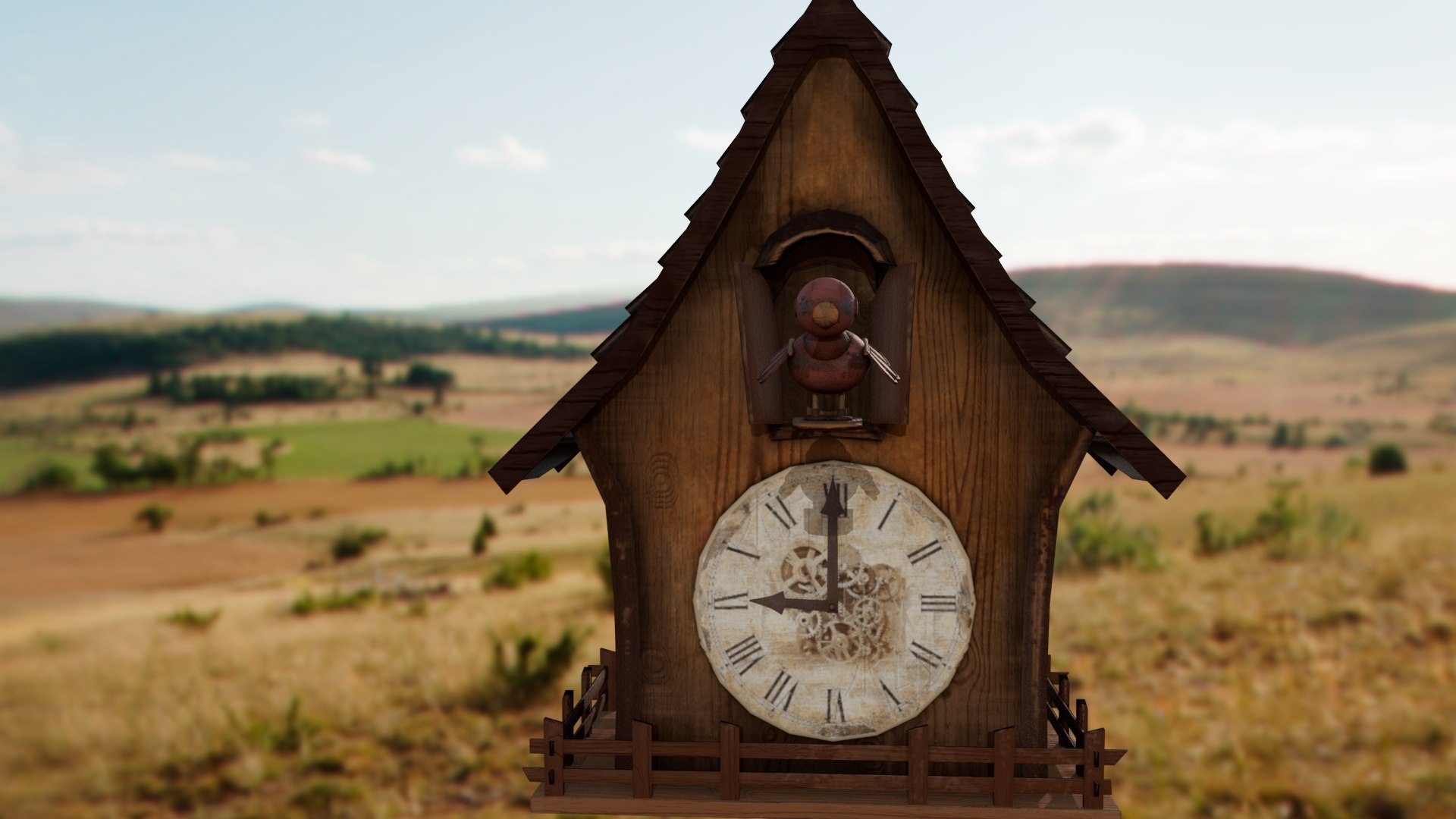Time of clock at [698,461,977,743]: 8:59
